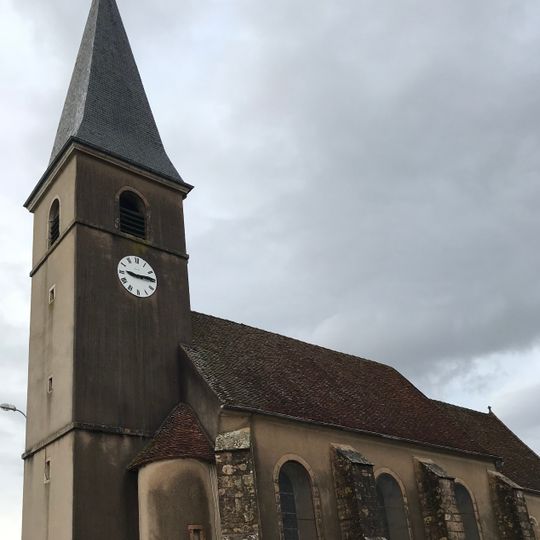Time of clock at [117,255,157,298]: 9:14
